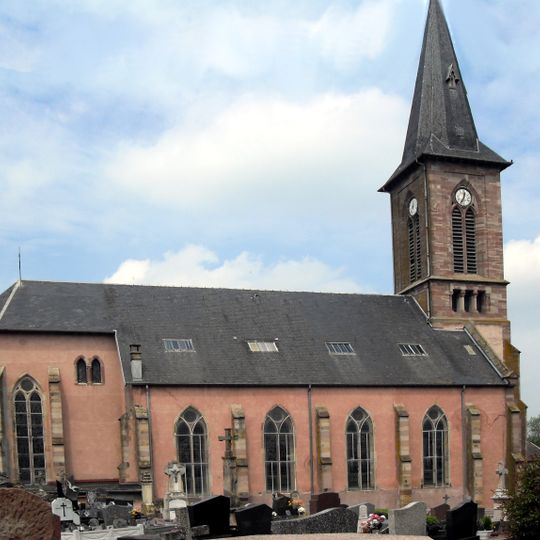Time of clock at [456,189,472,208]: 12:34
